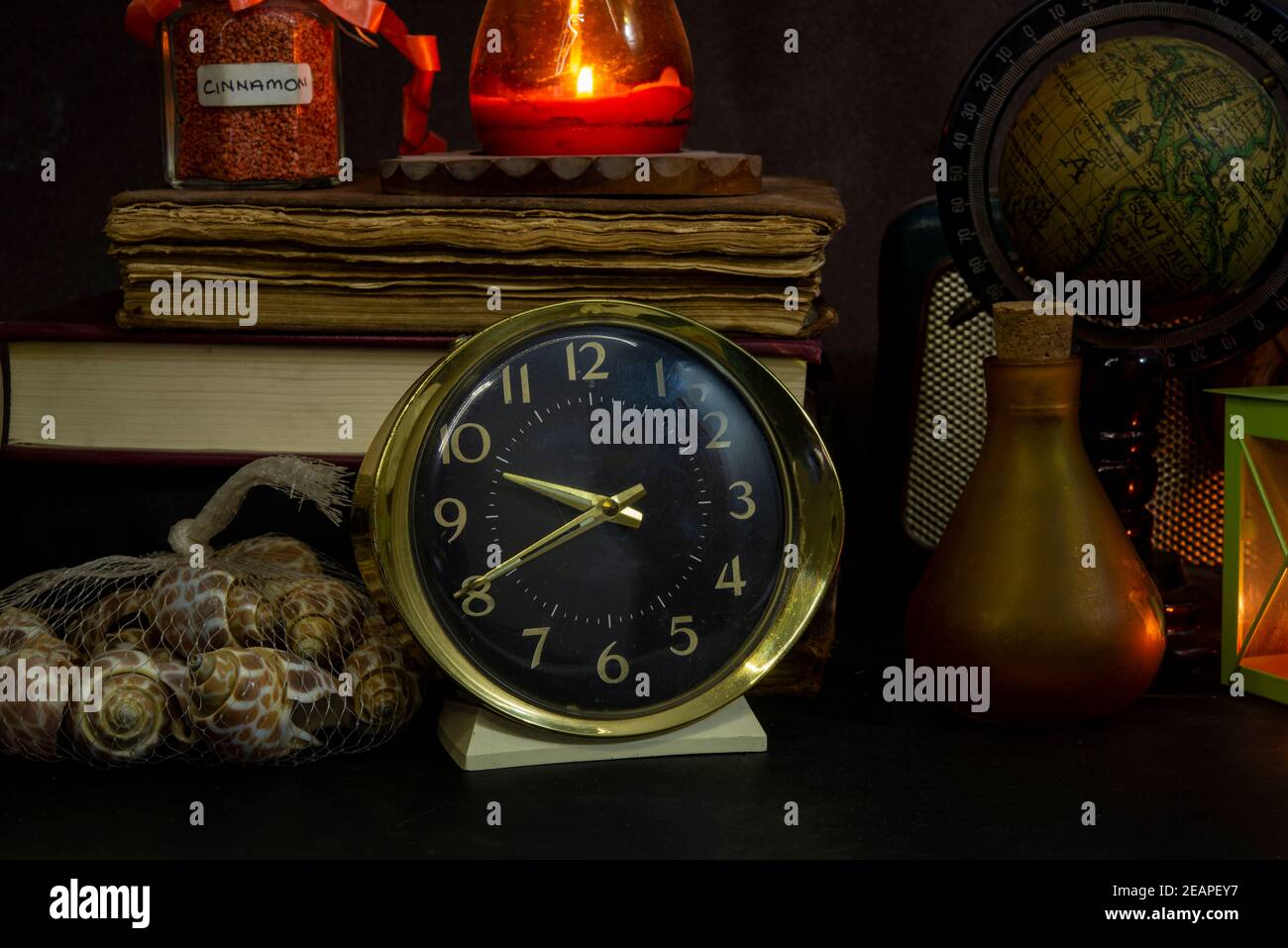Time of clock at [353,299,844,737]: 9:40
